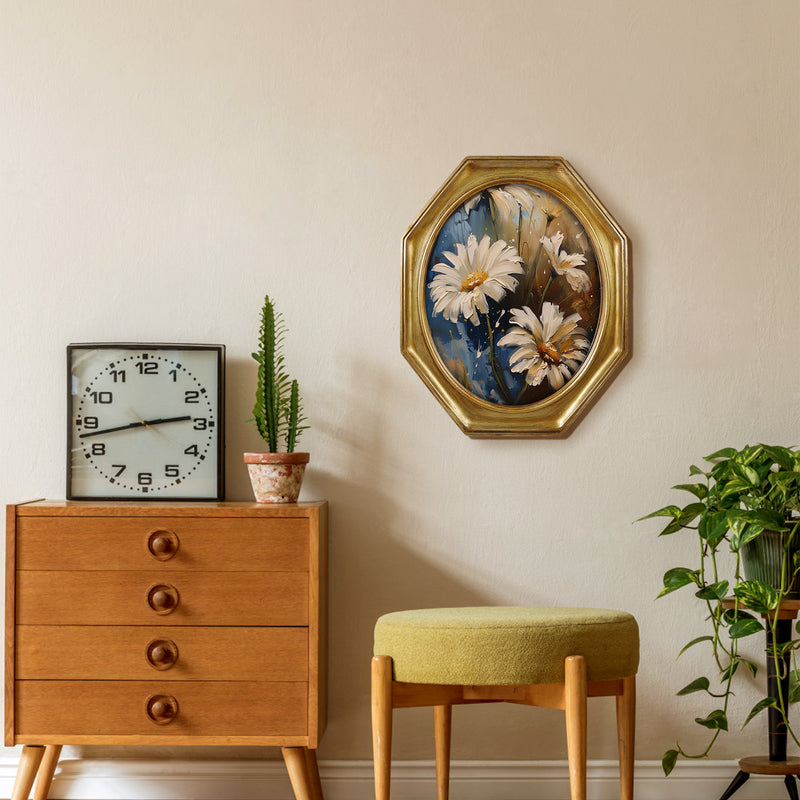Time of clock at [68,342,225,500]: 2:42
